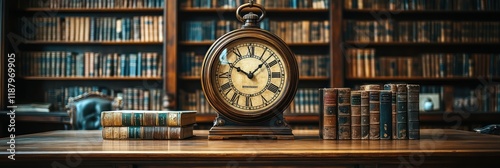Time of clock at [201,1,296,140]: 10:07
